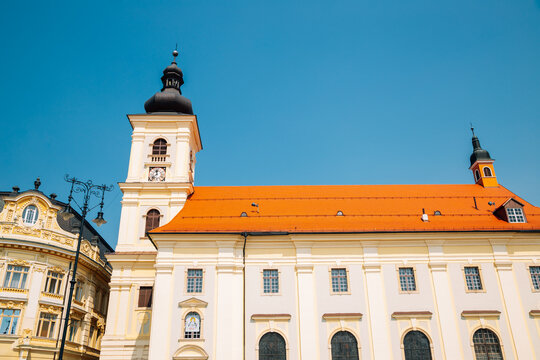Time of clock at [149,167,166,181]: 11:37
